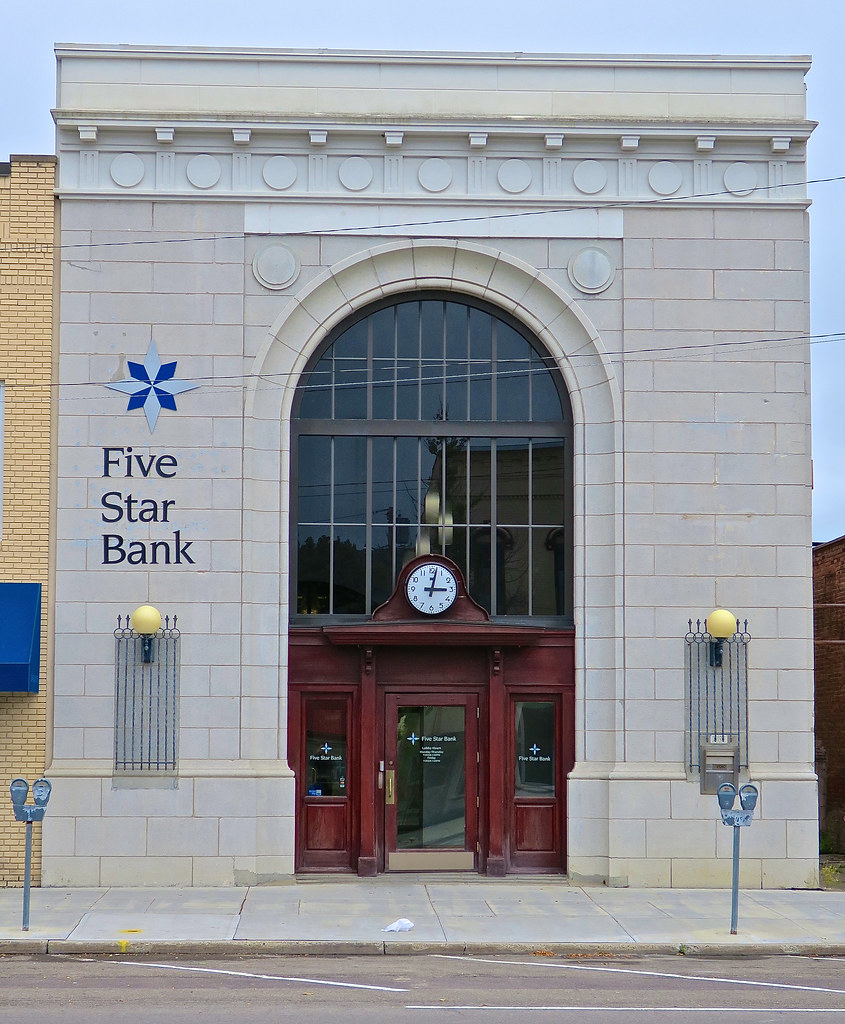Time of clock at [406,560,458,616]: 3:02
